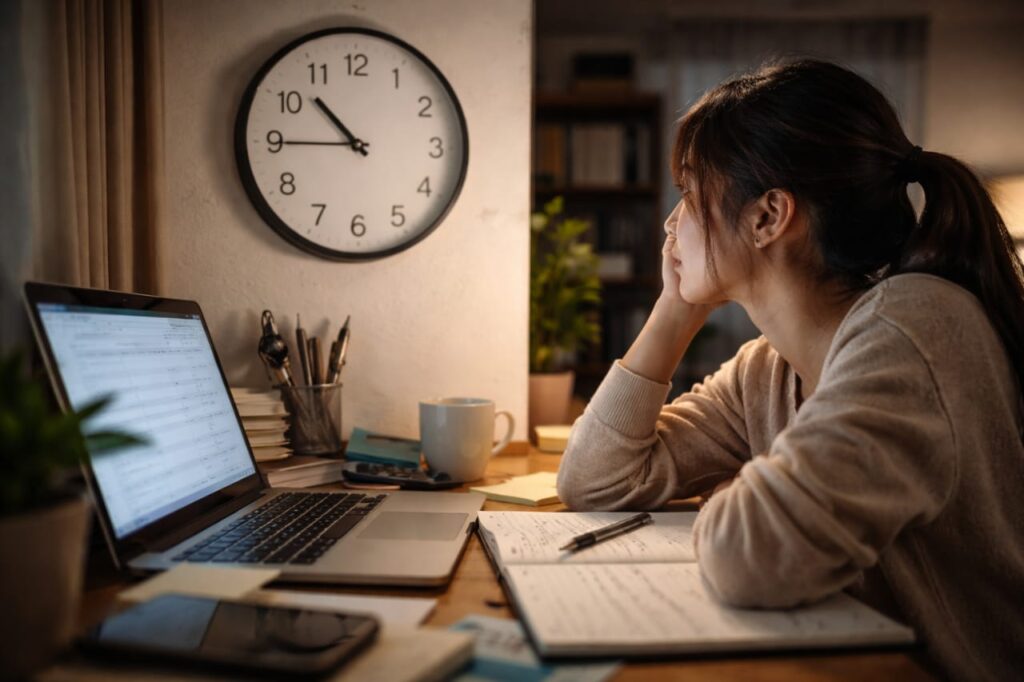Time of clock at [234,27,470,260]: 10:45
